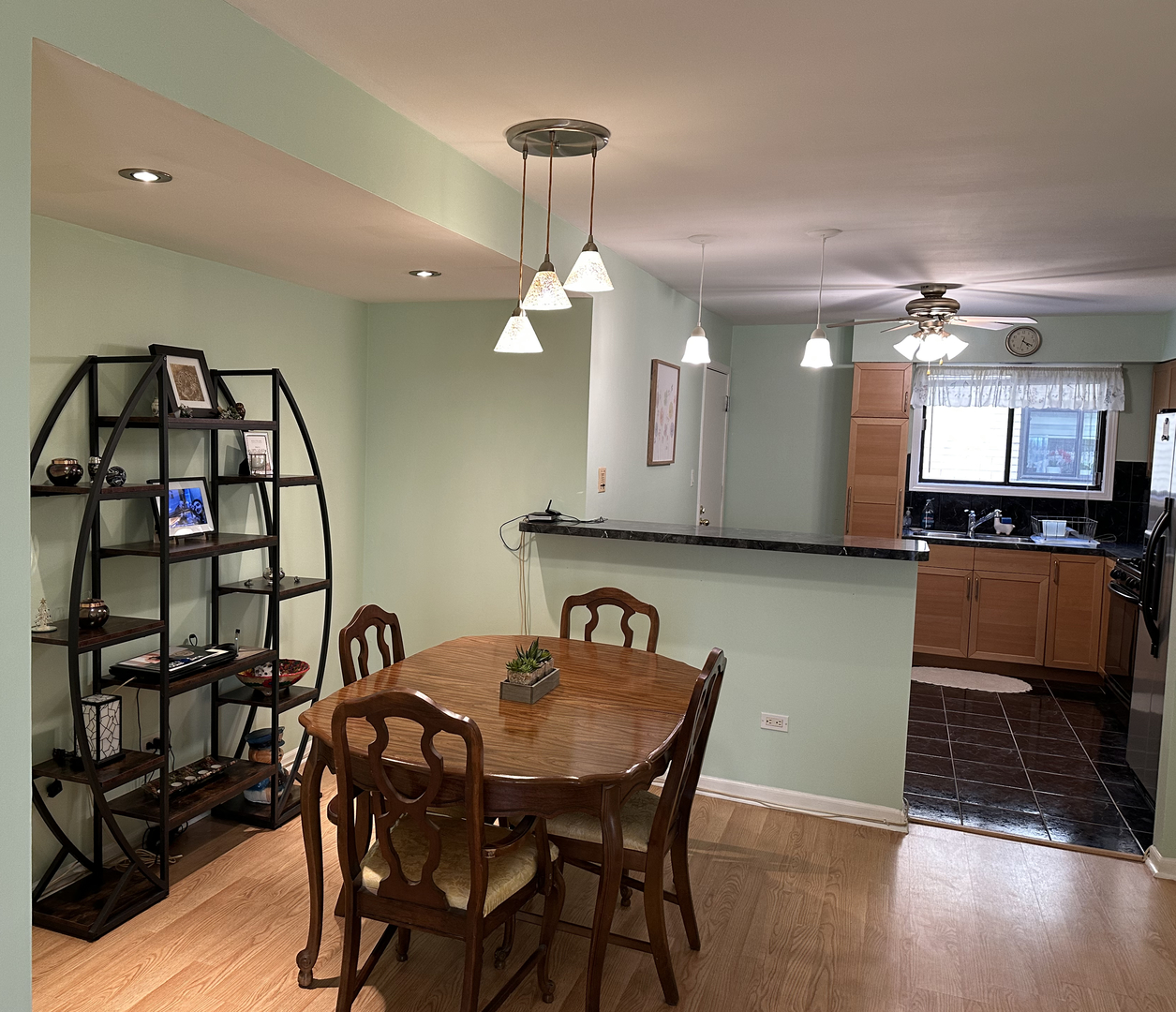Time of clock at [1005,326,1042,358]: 4:19
